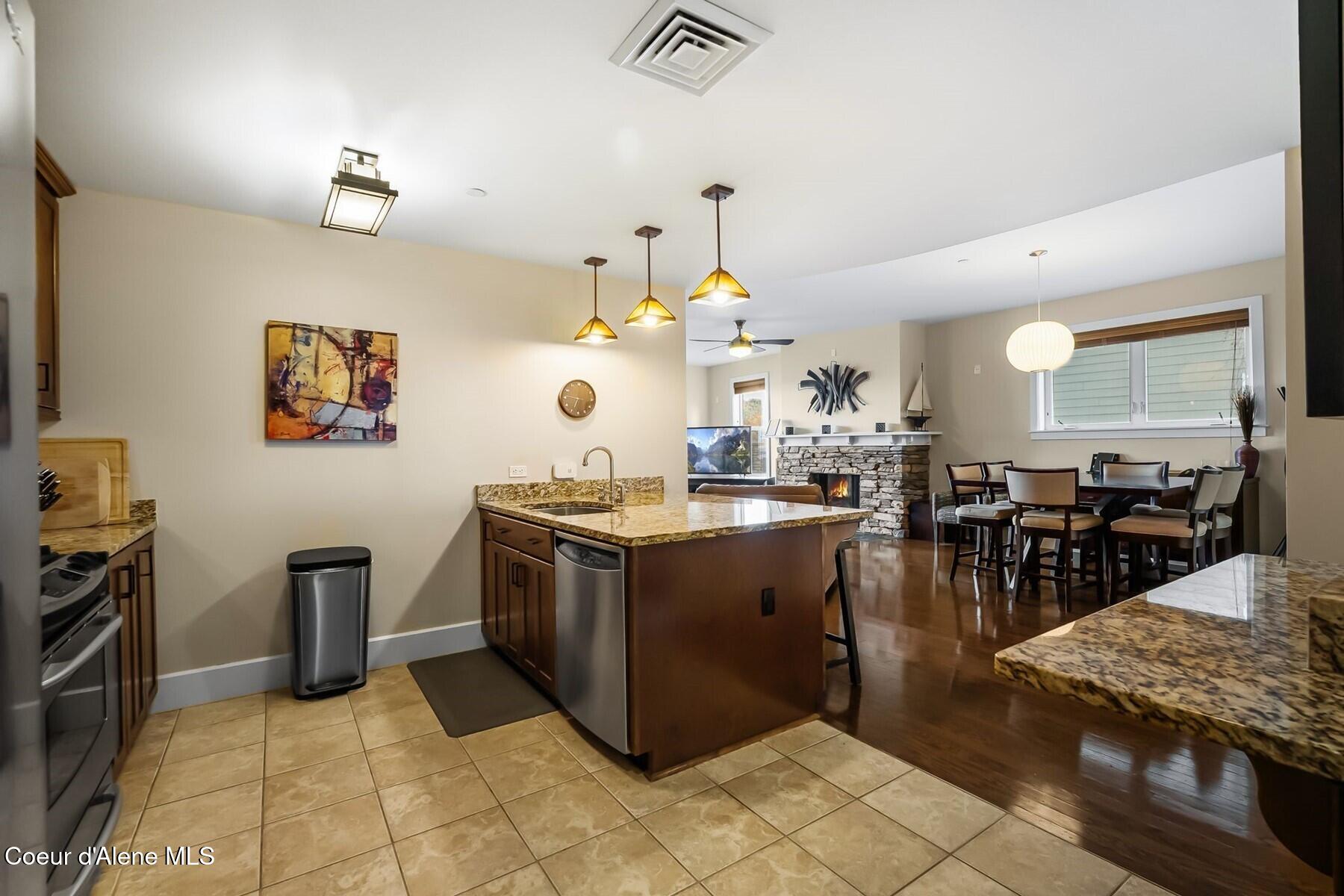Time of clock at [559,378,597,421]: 6:46
